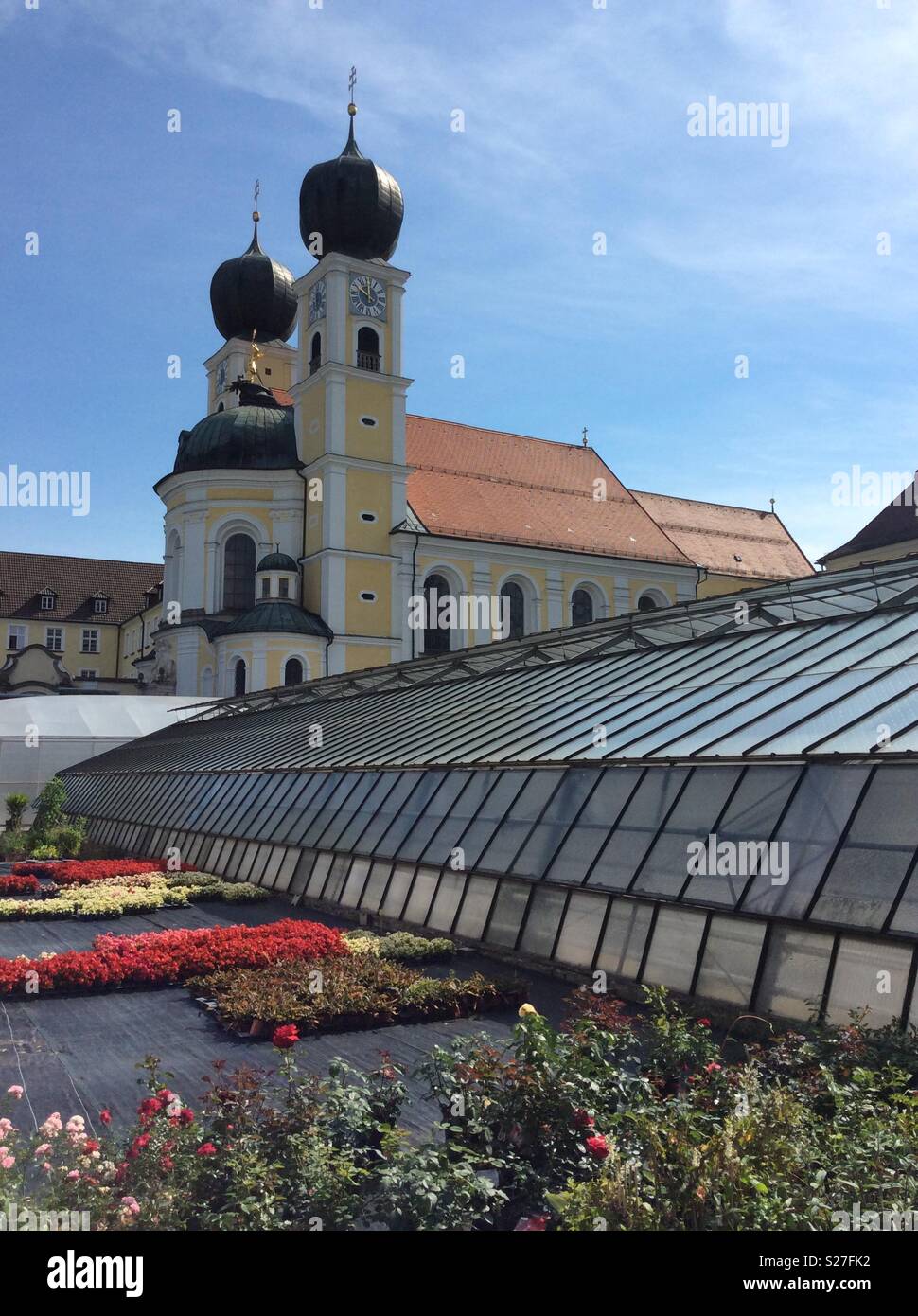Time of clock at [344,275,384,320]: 10:00
